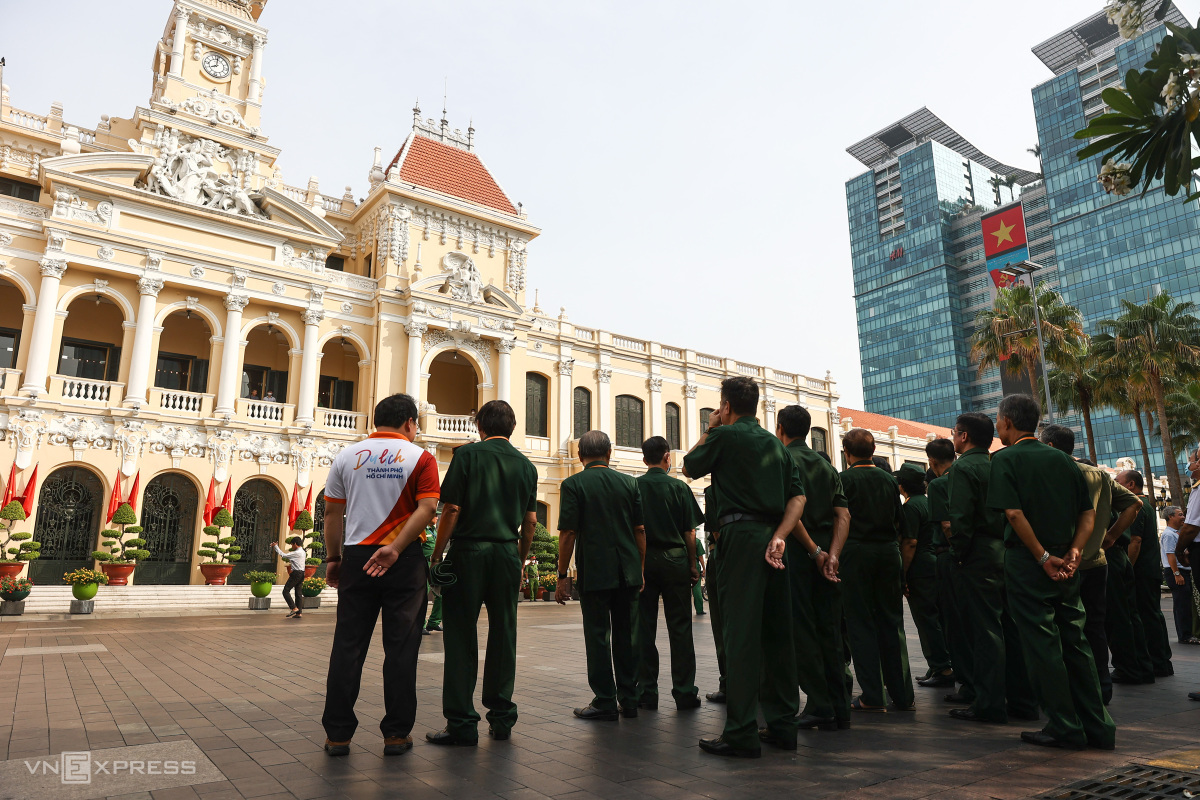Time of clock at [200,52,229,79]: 7:59
